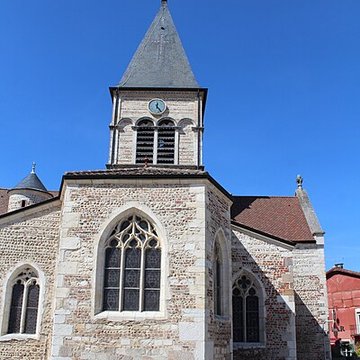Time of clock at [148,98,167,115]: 12:23
